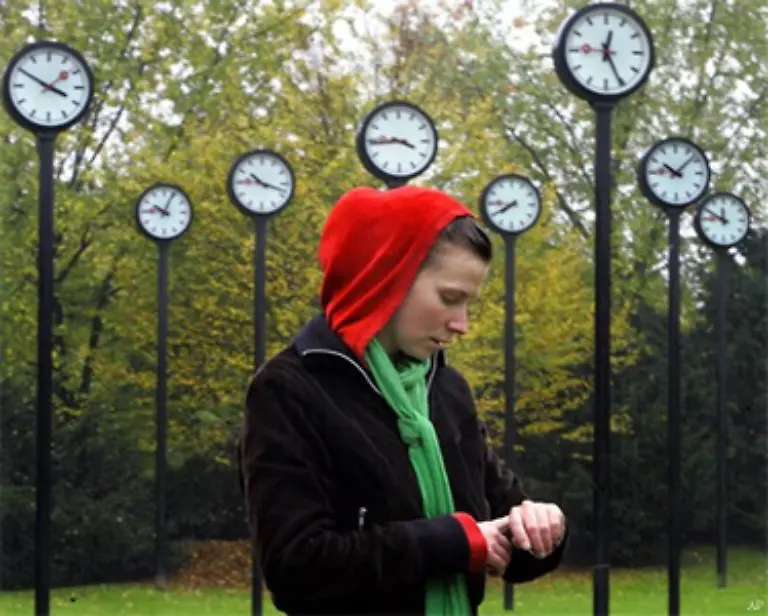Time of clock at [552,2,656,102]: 12:25
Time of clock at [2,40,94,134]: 3:50
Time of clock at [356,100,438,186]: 3:44
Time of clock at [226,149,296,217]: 10:18
